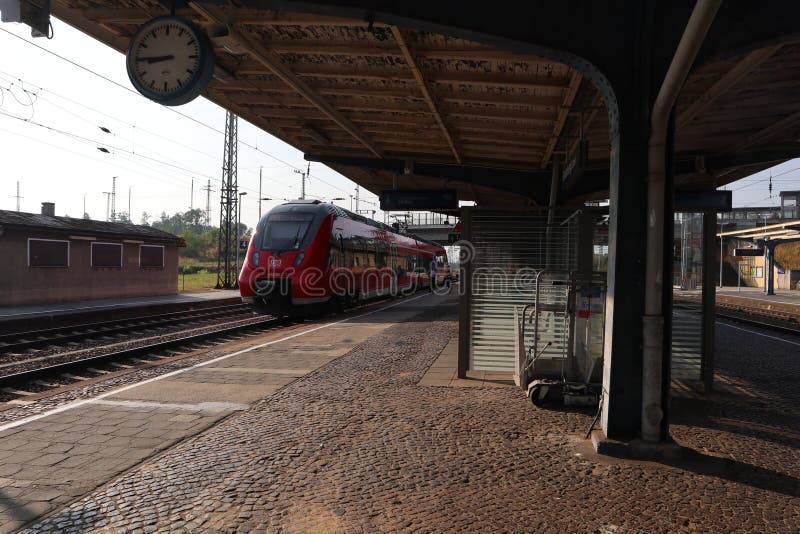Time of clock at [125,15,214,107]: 8:45
